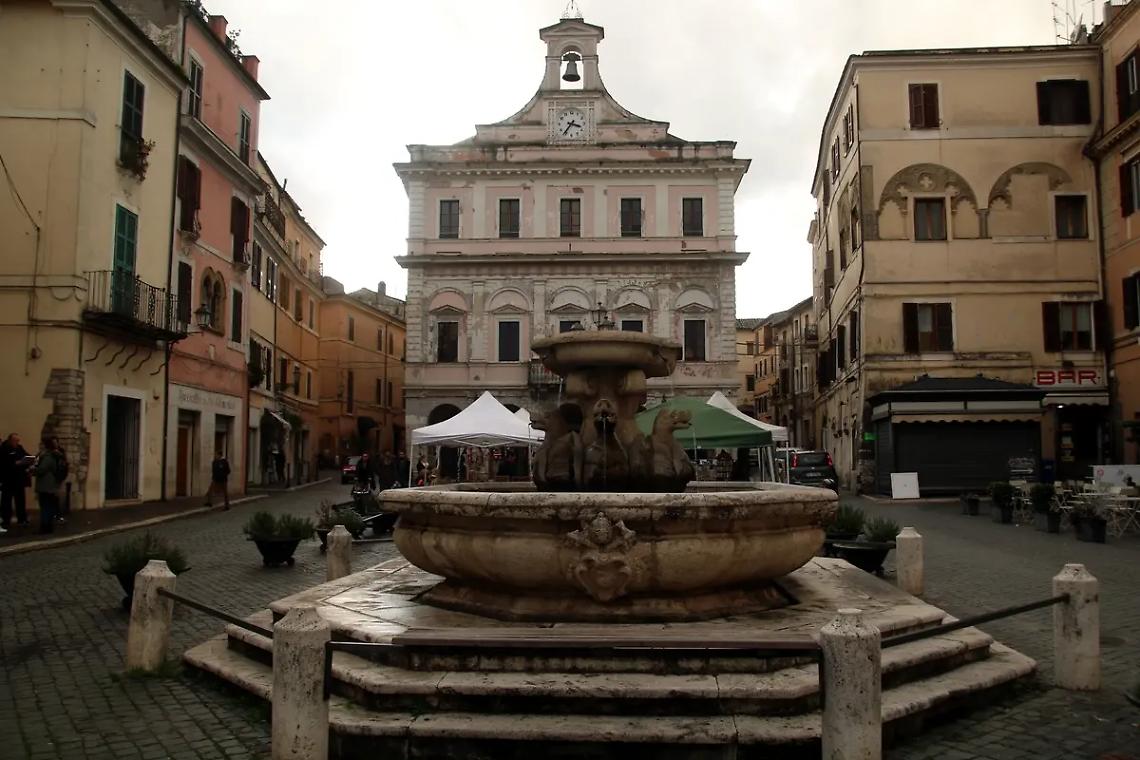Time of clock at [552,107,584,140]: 3:36
